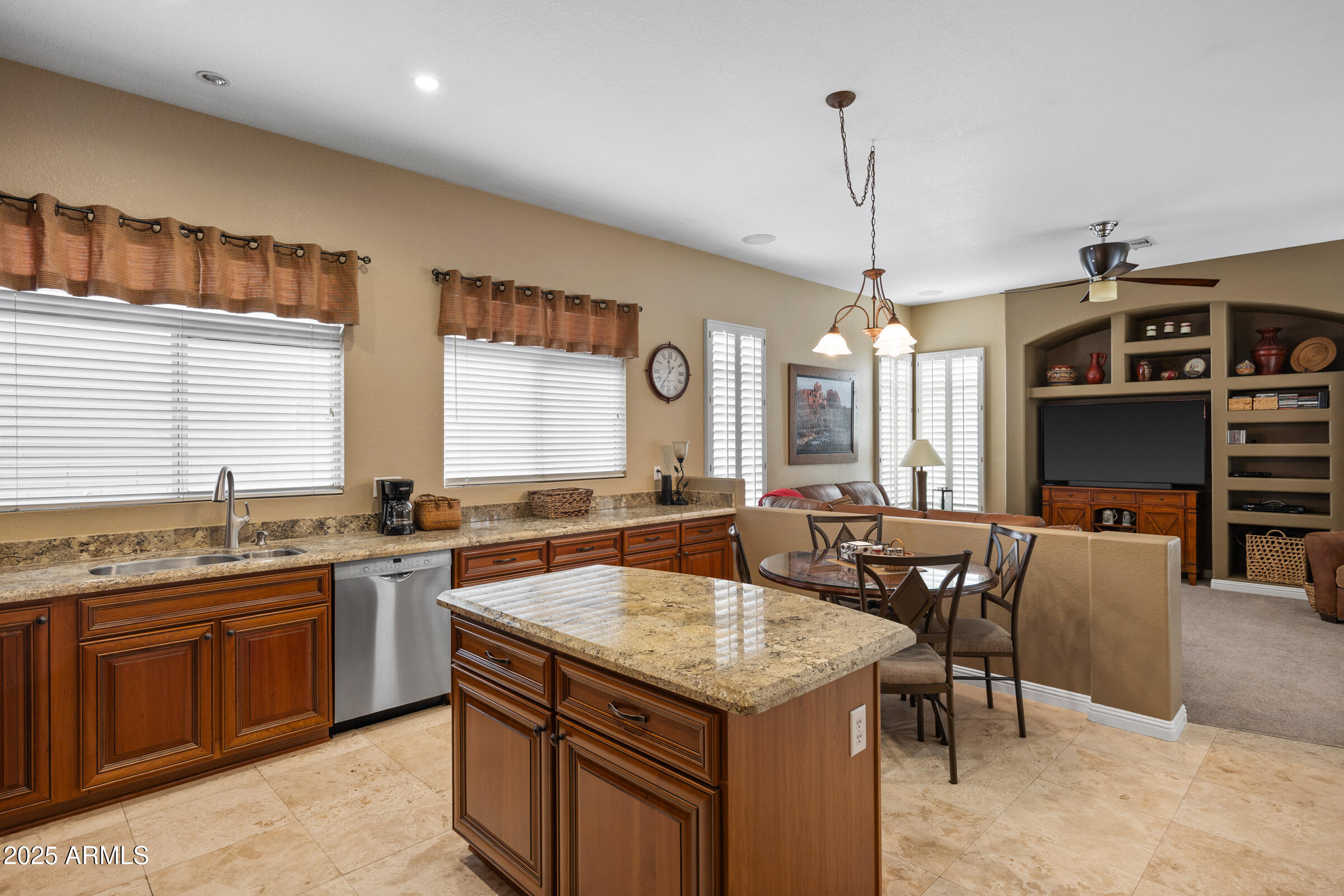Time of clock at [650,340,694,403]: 11:35
